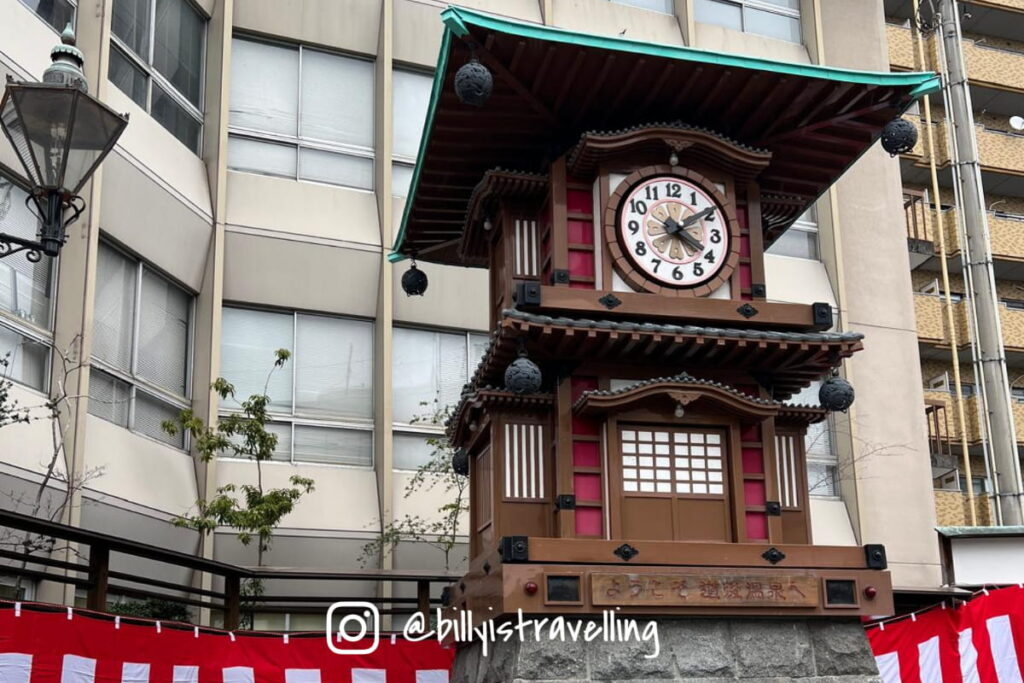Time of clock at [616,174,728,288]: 4:09
